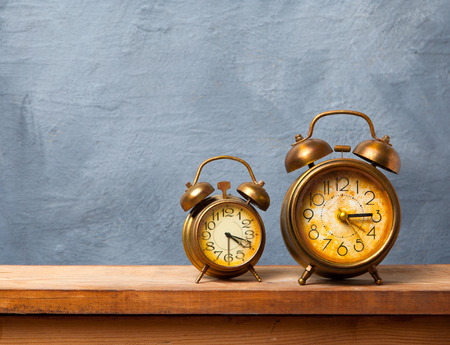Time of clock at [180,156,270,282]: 4:18
